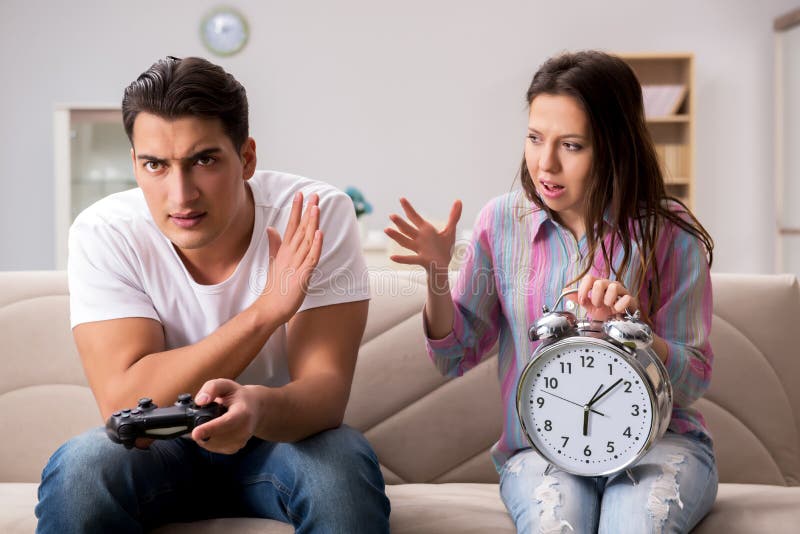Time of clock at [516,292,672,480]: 6:08
